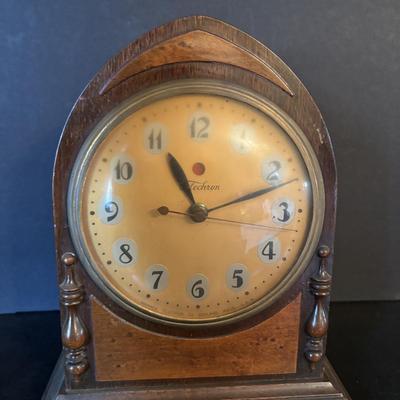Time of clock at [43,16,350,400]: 10:55
